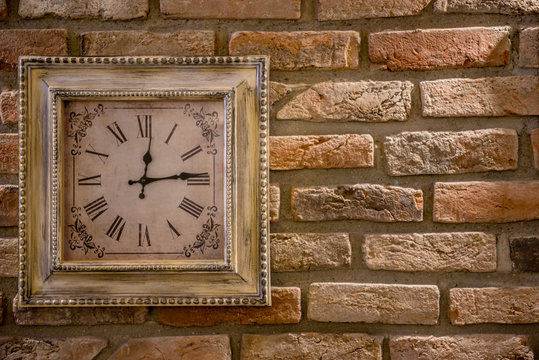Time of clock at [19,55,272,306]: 12:14
